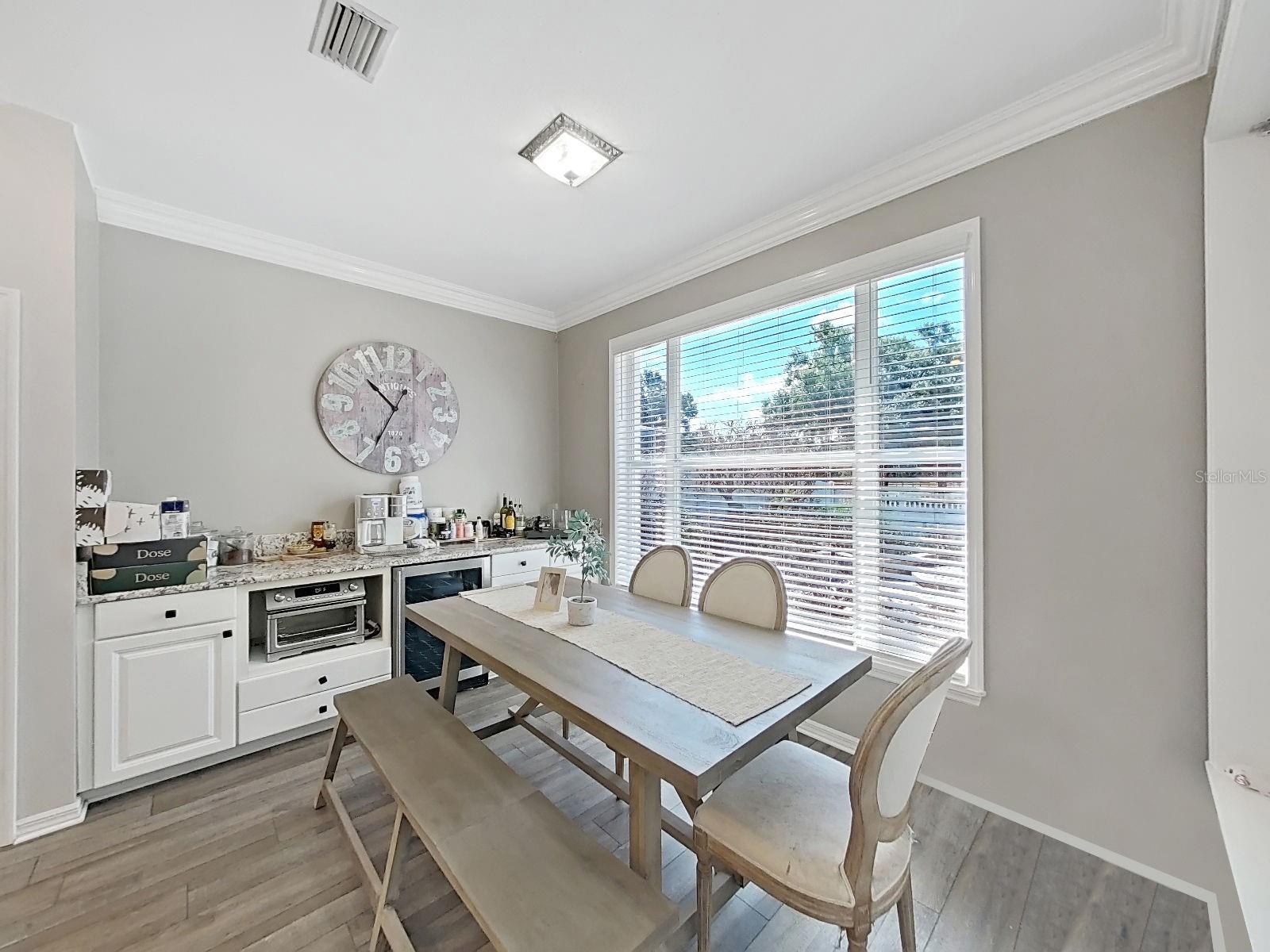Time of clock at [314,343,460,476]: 10:34
